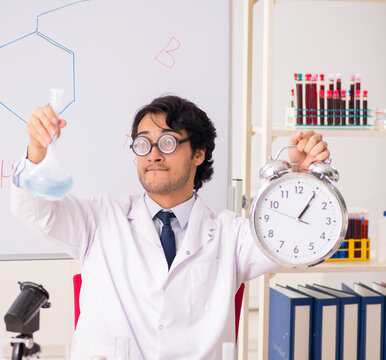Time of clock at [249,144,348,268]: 1:05
